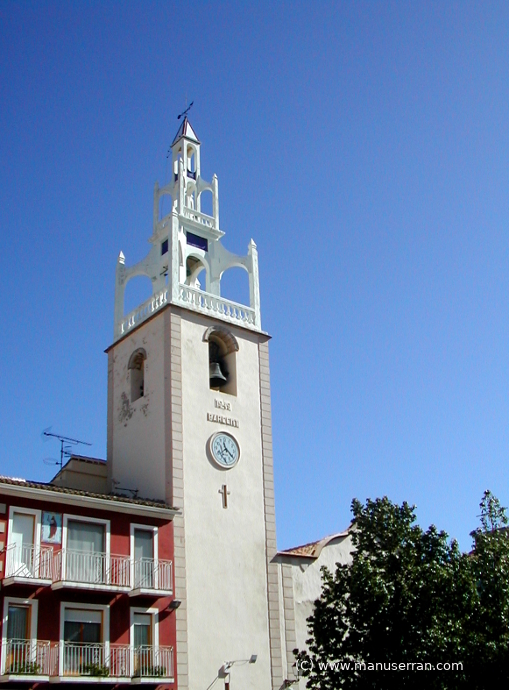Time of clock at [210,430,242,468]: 11:21
